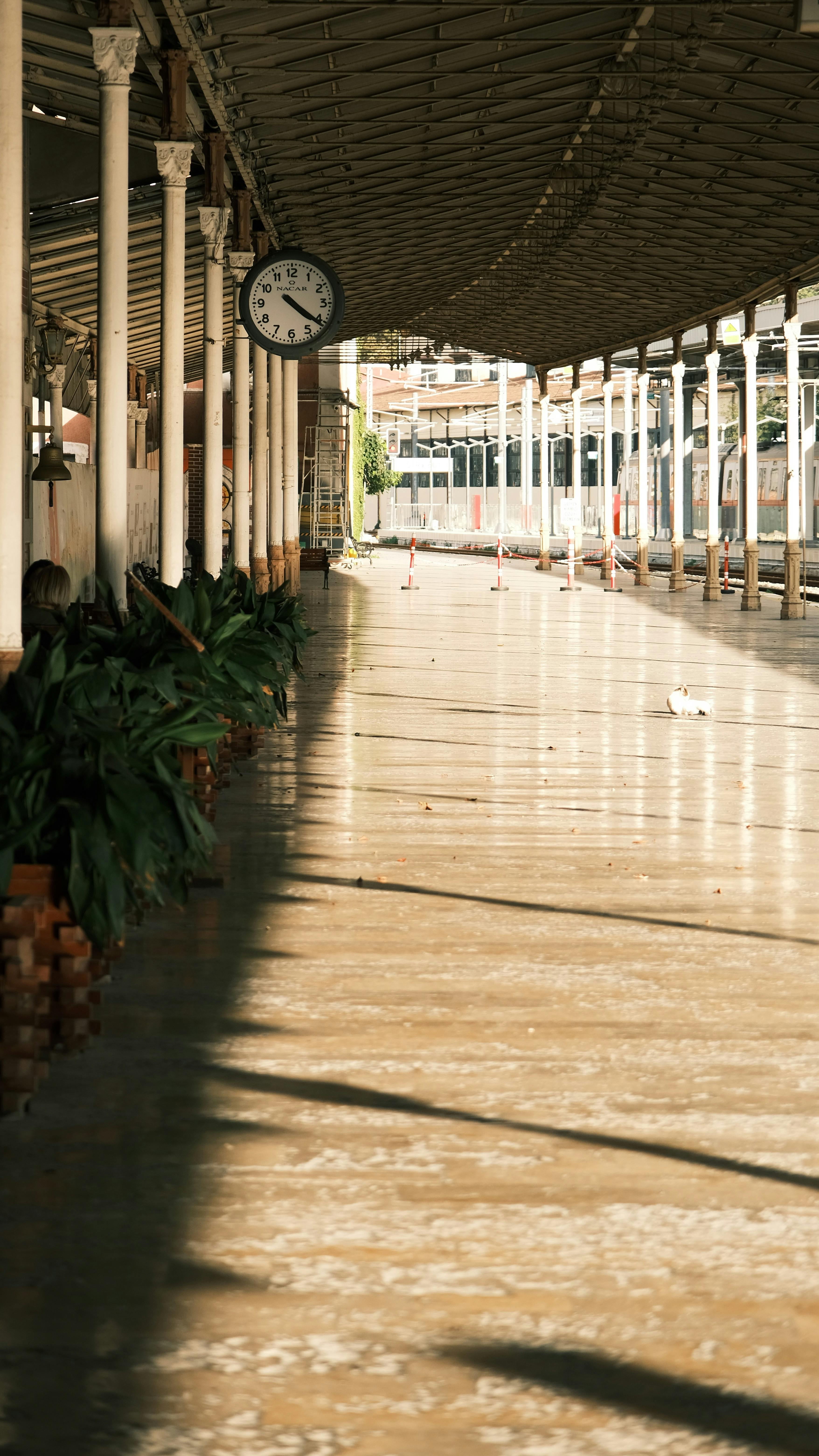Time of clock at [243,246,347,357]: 4:21
